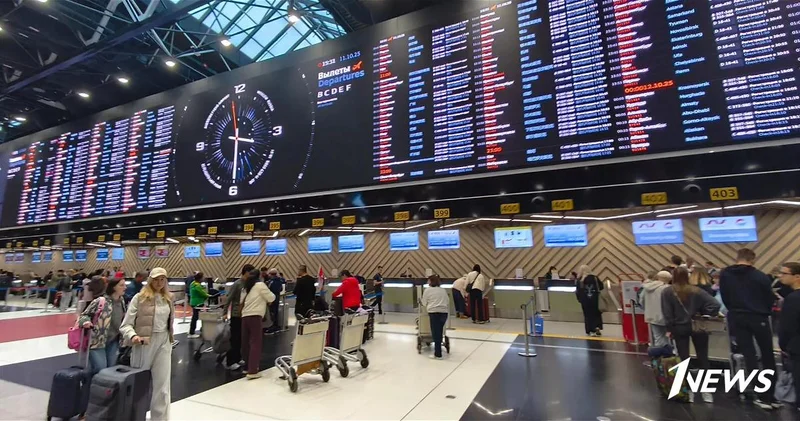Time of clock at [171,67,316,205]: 3:29
